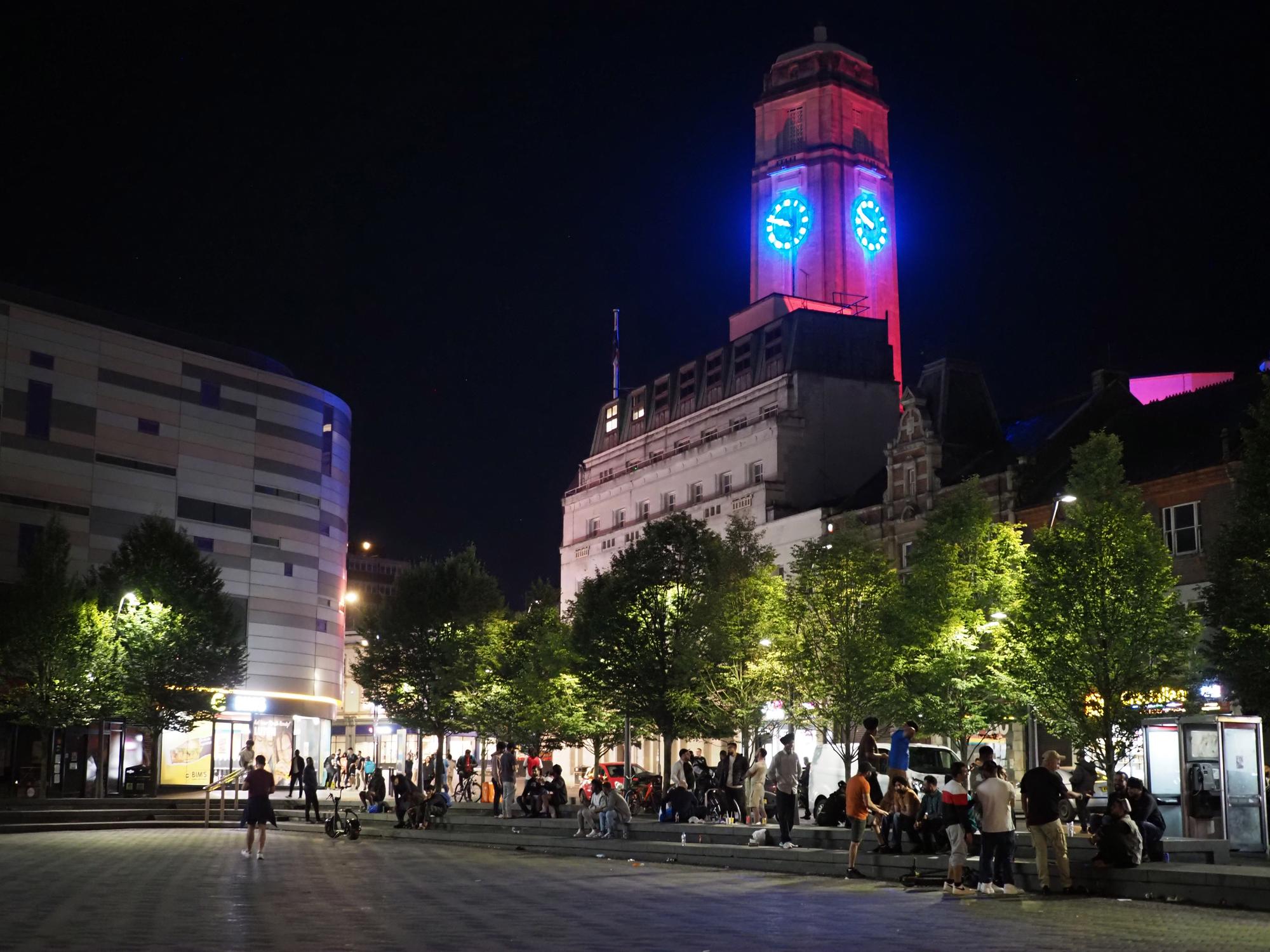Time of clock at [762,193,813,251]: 9:48
